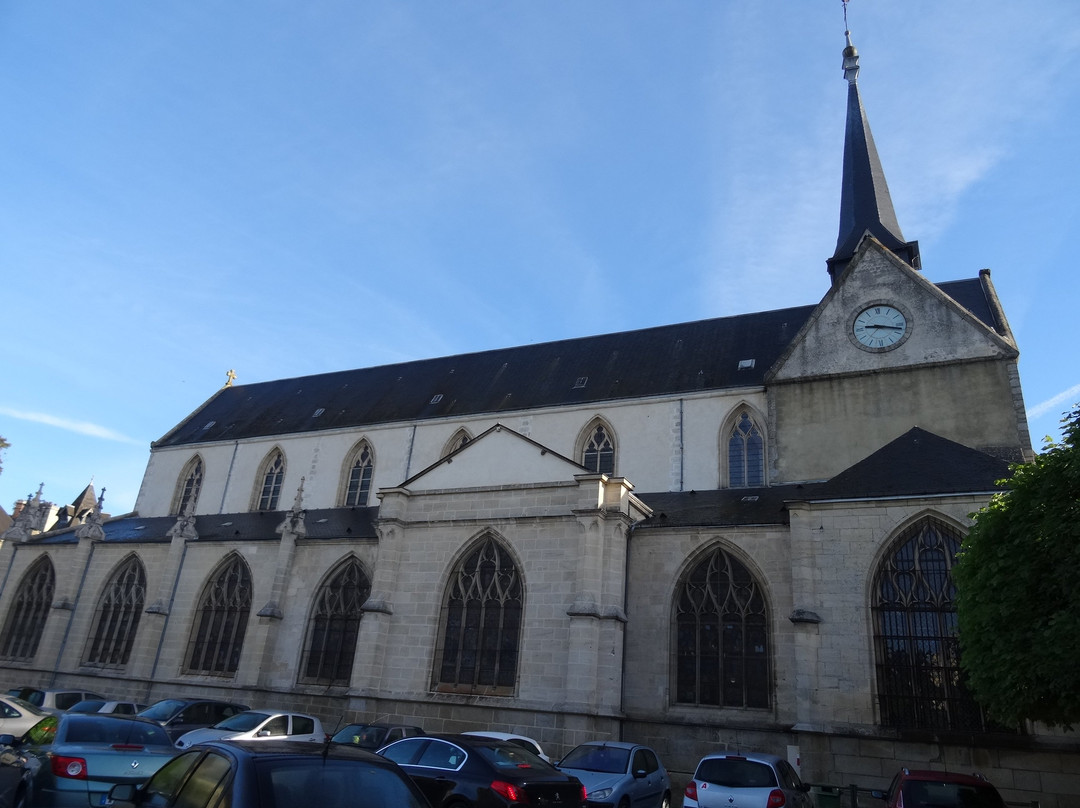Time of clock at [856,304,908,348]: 9:17
